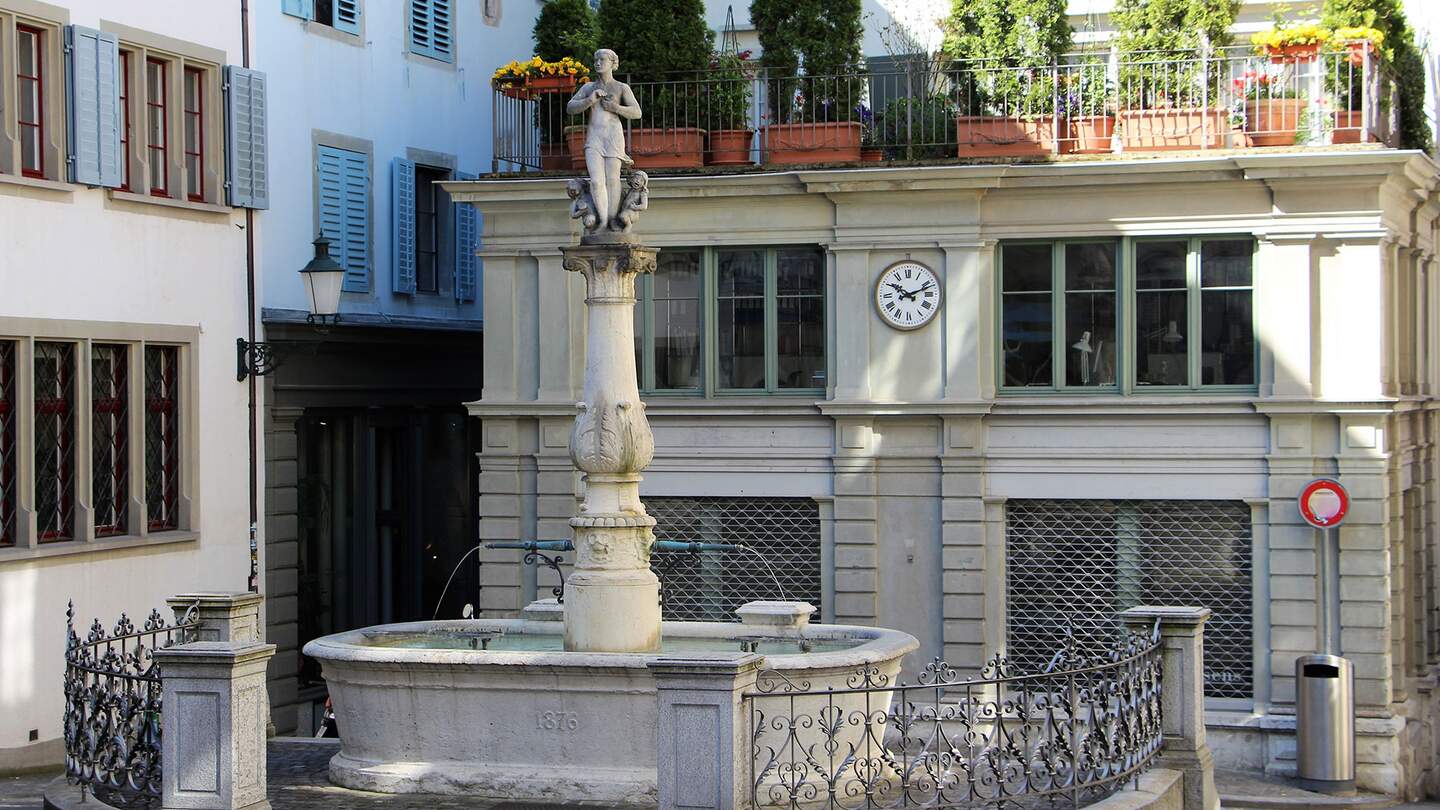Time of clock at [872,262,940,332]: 10:11
